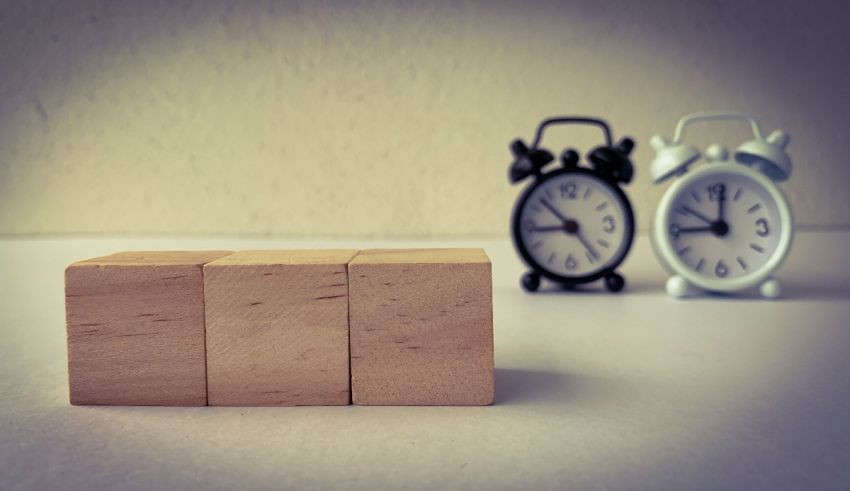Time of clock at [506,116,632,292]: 8:52
